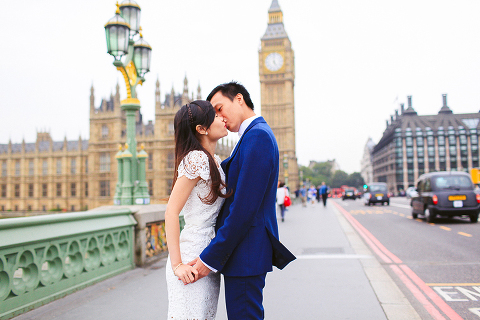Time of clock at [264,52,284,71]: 5:00
